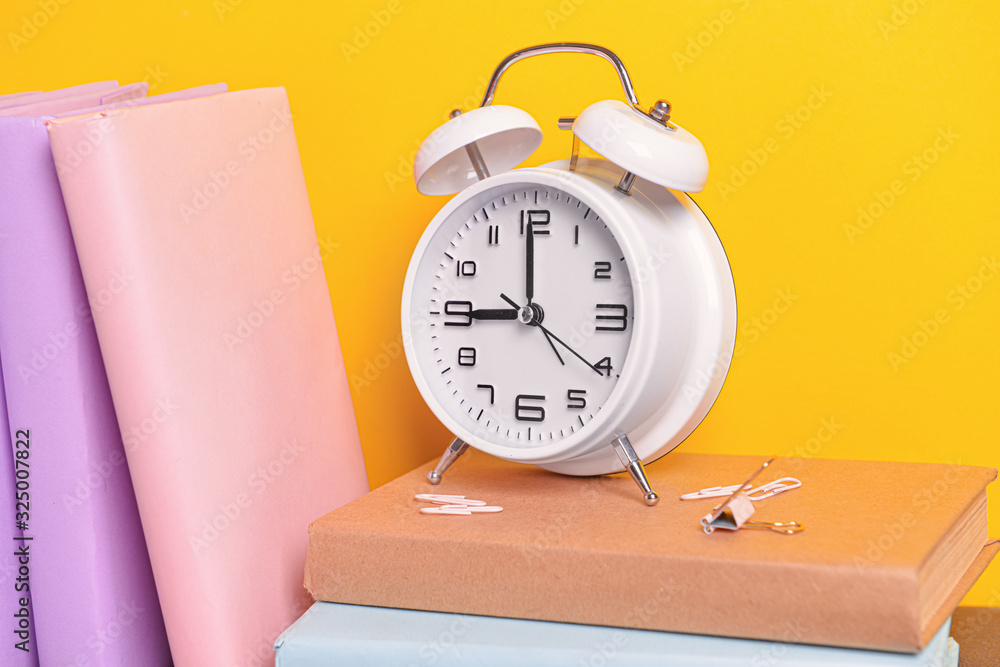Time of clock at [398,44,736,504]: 8:59
